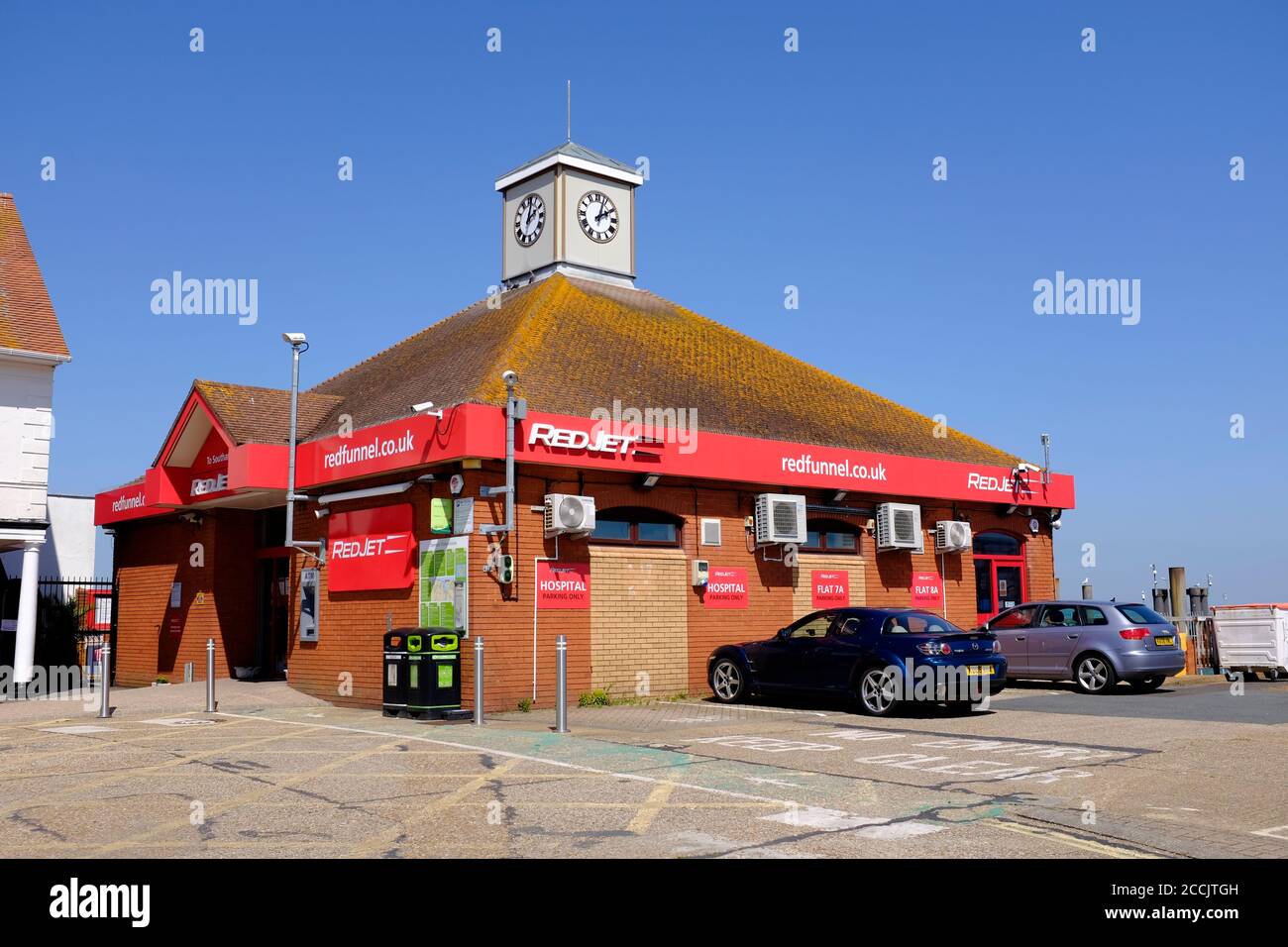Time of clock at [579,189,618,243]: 2:03
